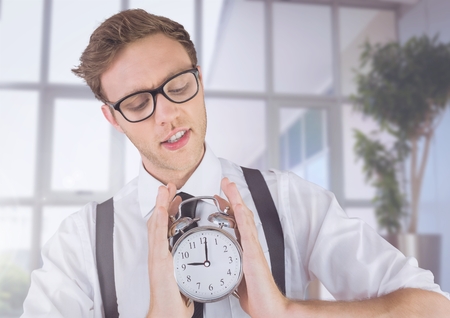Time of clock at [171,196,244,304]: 9:01
